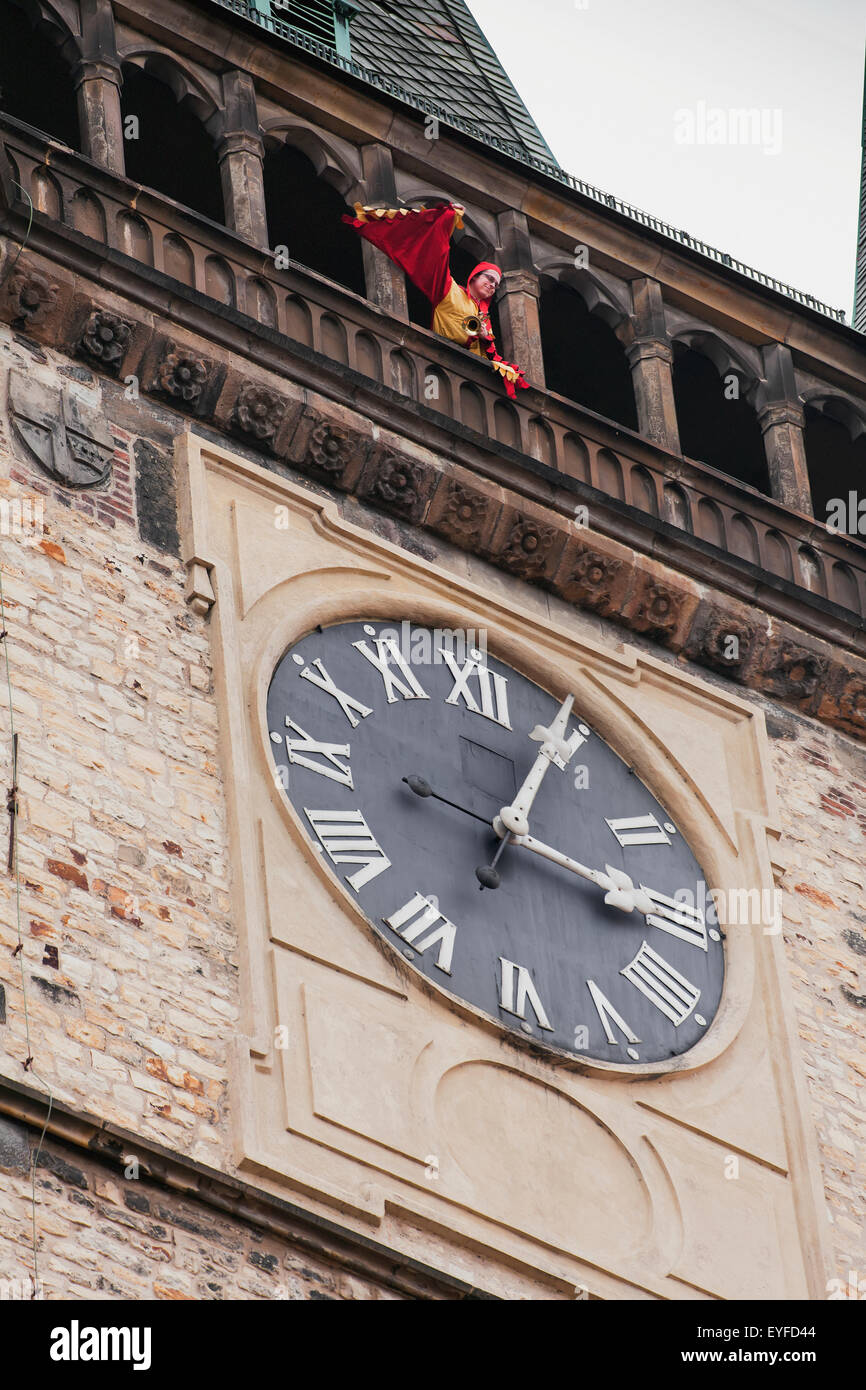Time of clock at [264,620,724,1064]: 3:04
